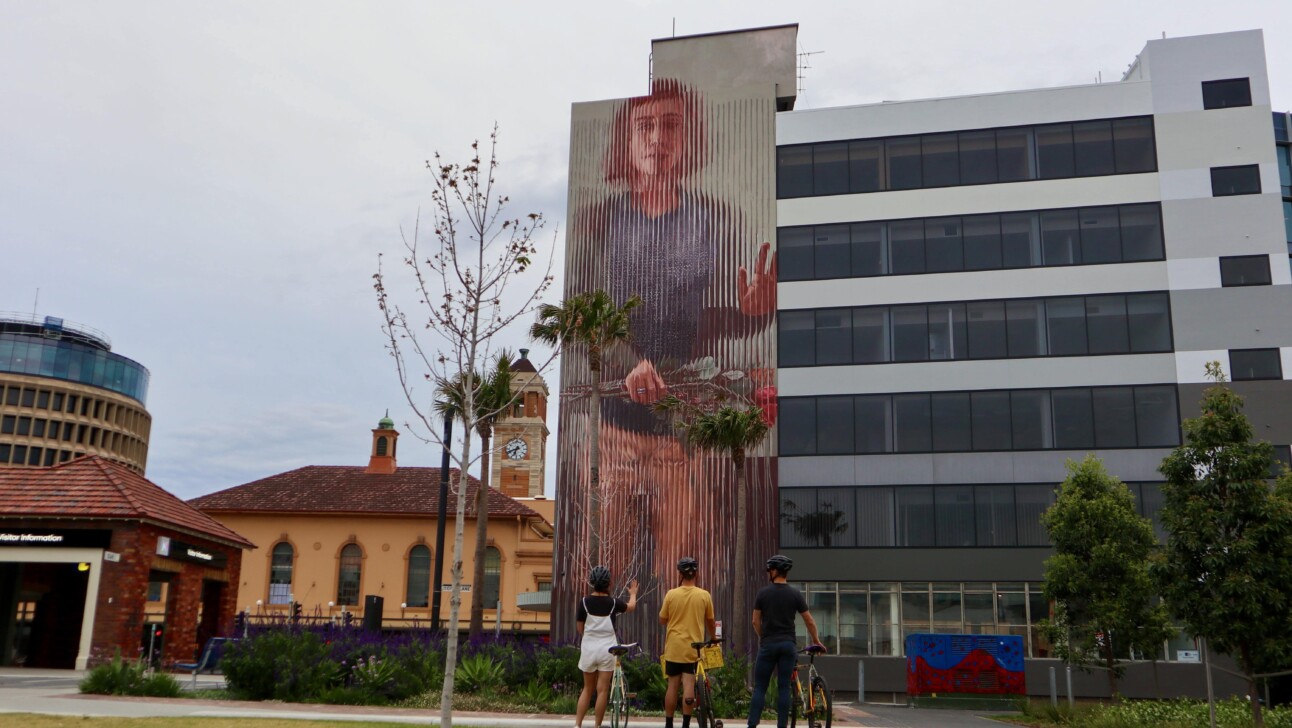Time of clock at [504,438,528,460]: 6:41
